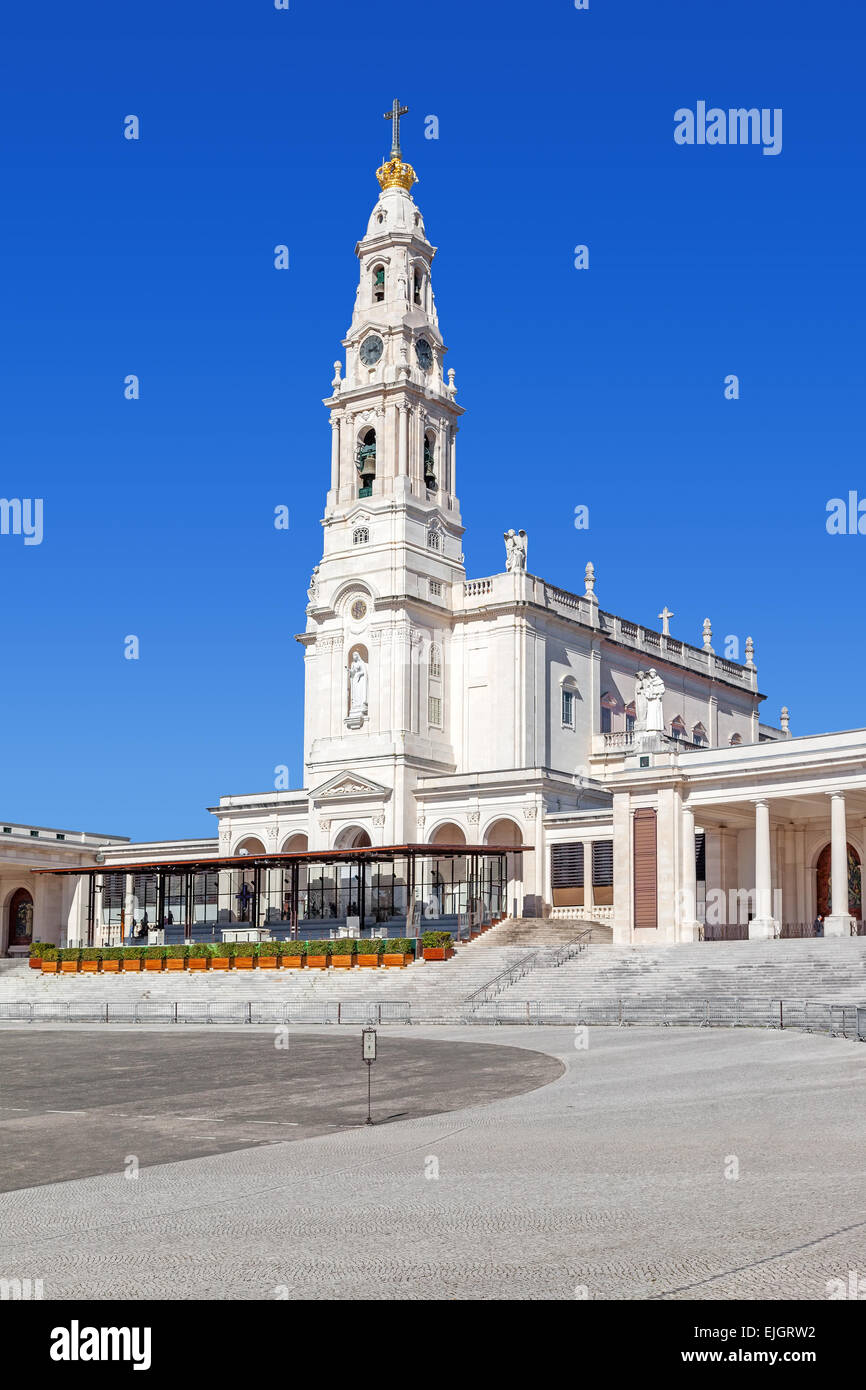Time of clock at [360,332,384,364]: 2:18
